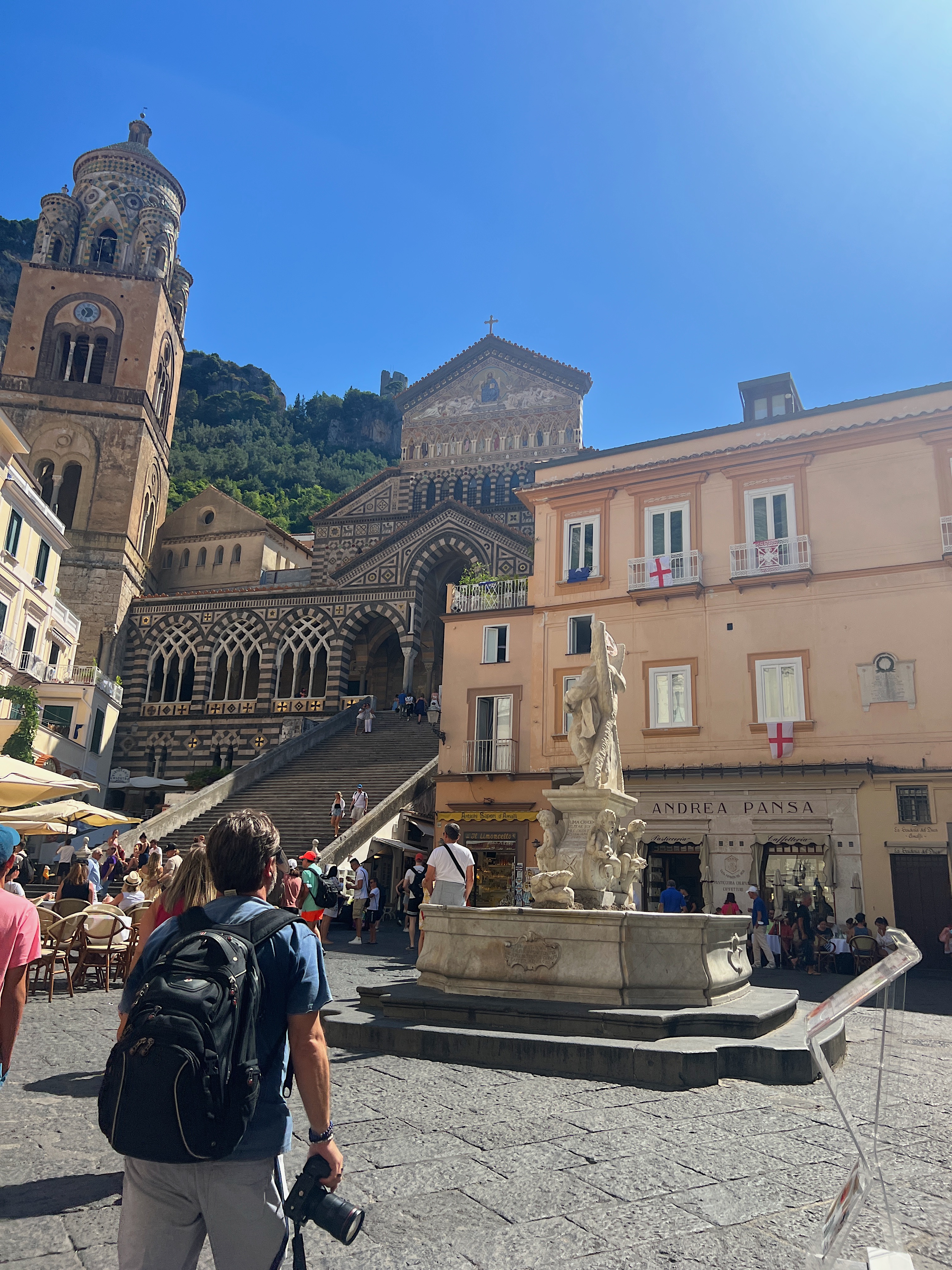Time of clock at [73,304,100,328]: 10:33
